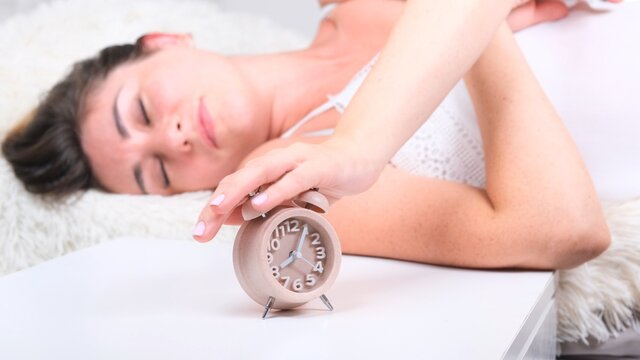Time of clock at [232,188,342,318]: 8:04
